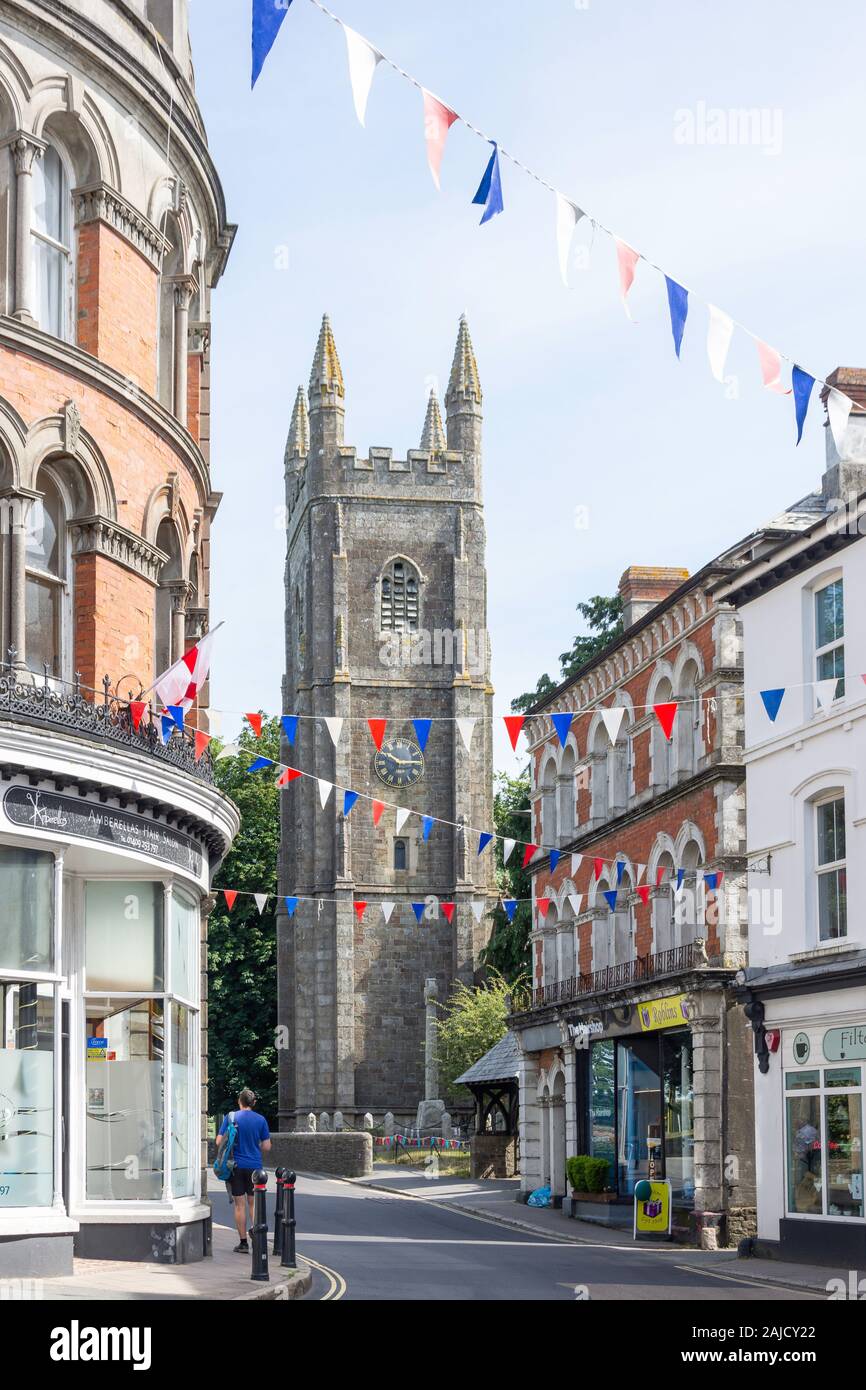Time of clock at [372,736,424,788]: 10:14
